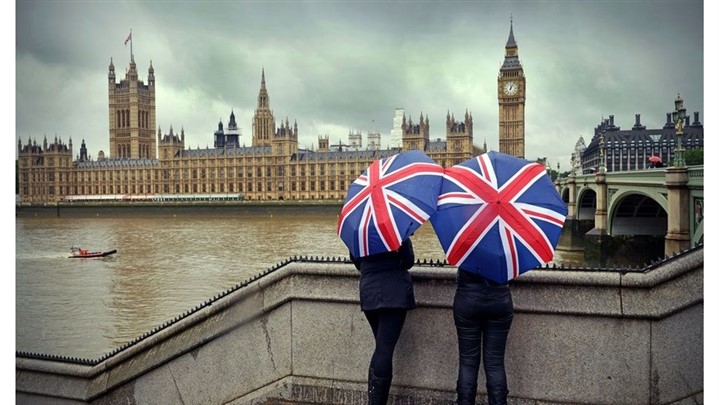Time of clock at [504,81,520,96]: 12:05
